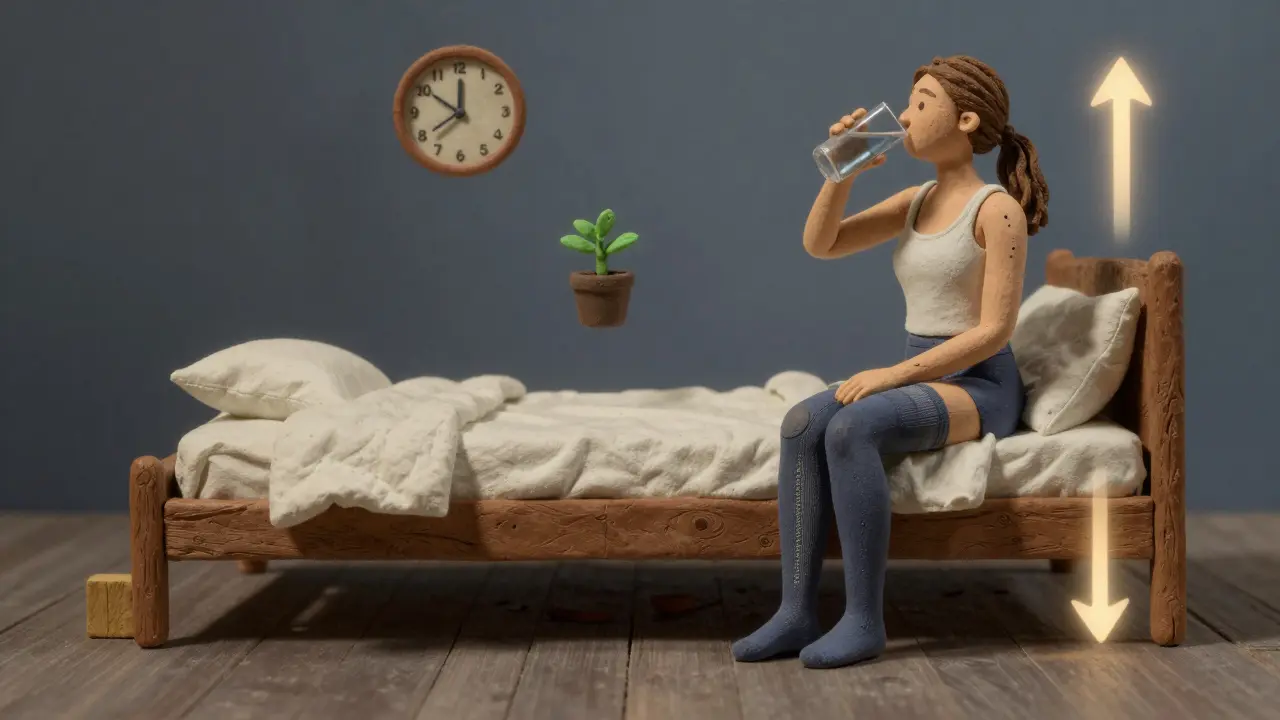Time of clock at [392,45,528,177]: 11:50
